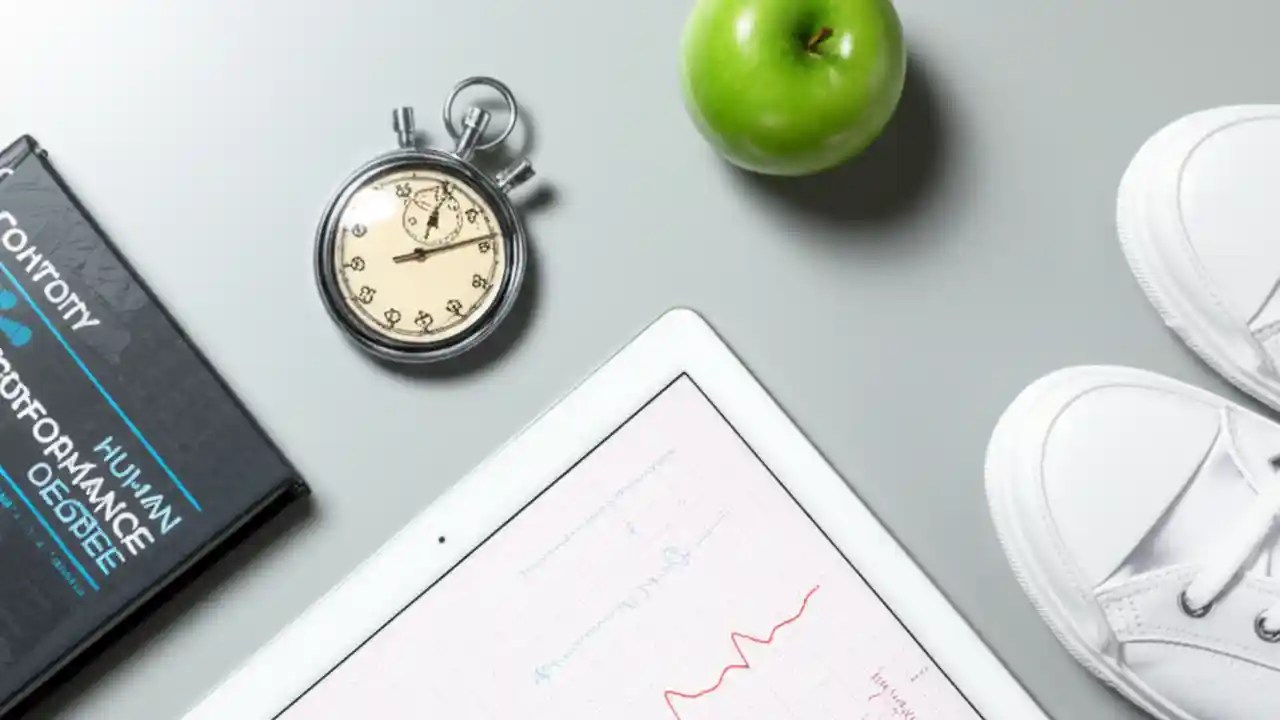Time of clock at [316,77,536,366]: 1:13
